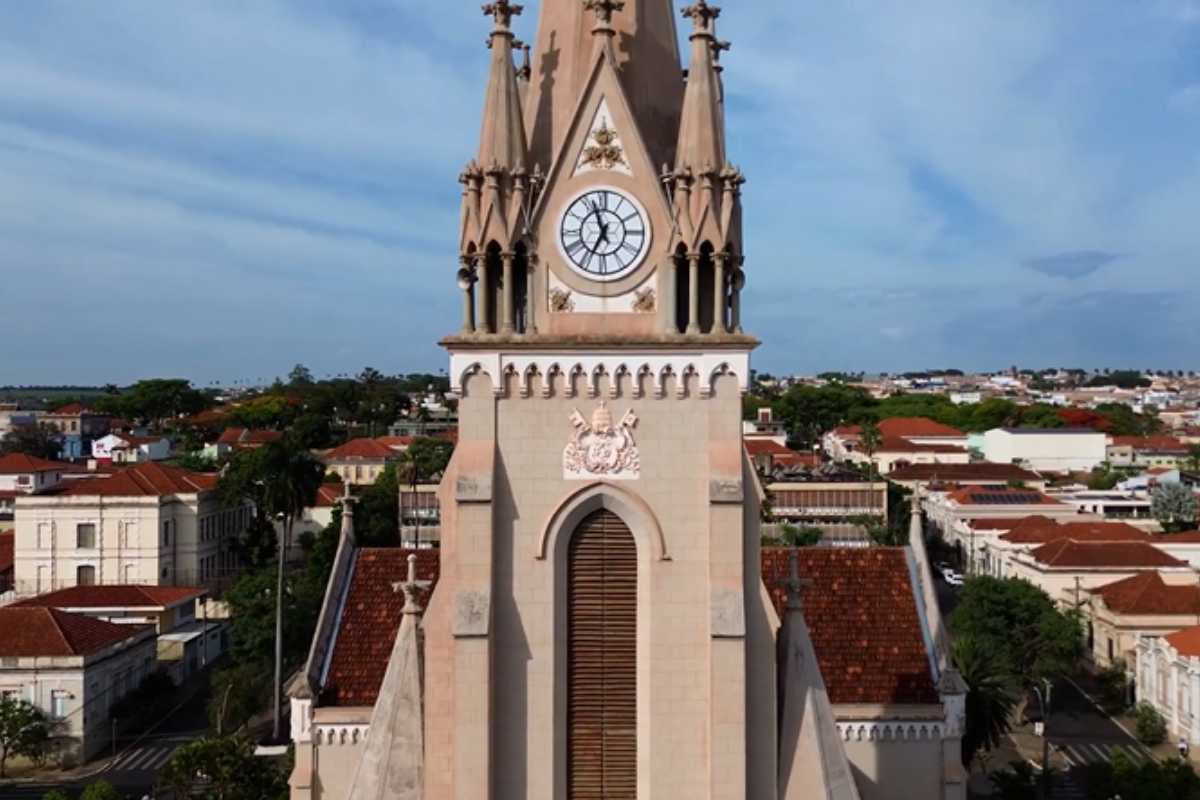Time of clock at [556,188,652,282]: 6:56
